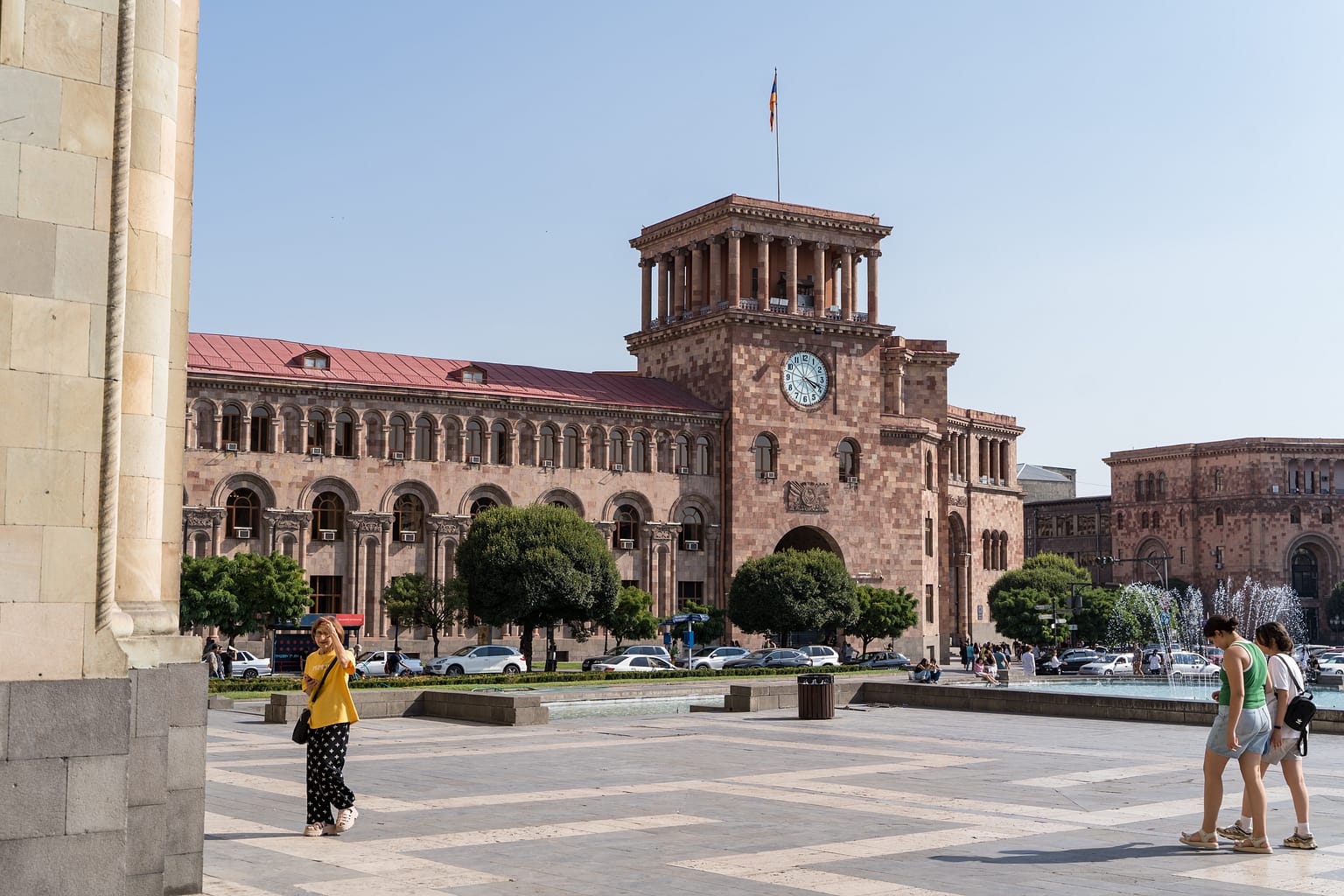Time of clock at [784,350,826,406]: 4:19
